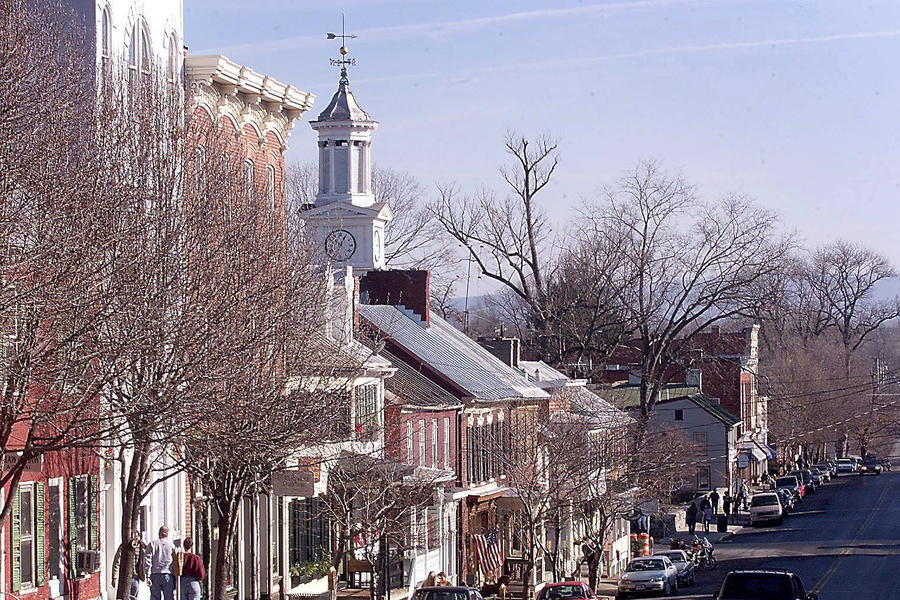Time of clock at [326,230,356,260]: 12:52
